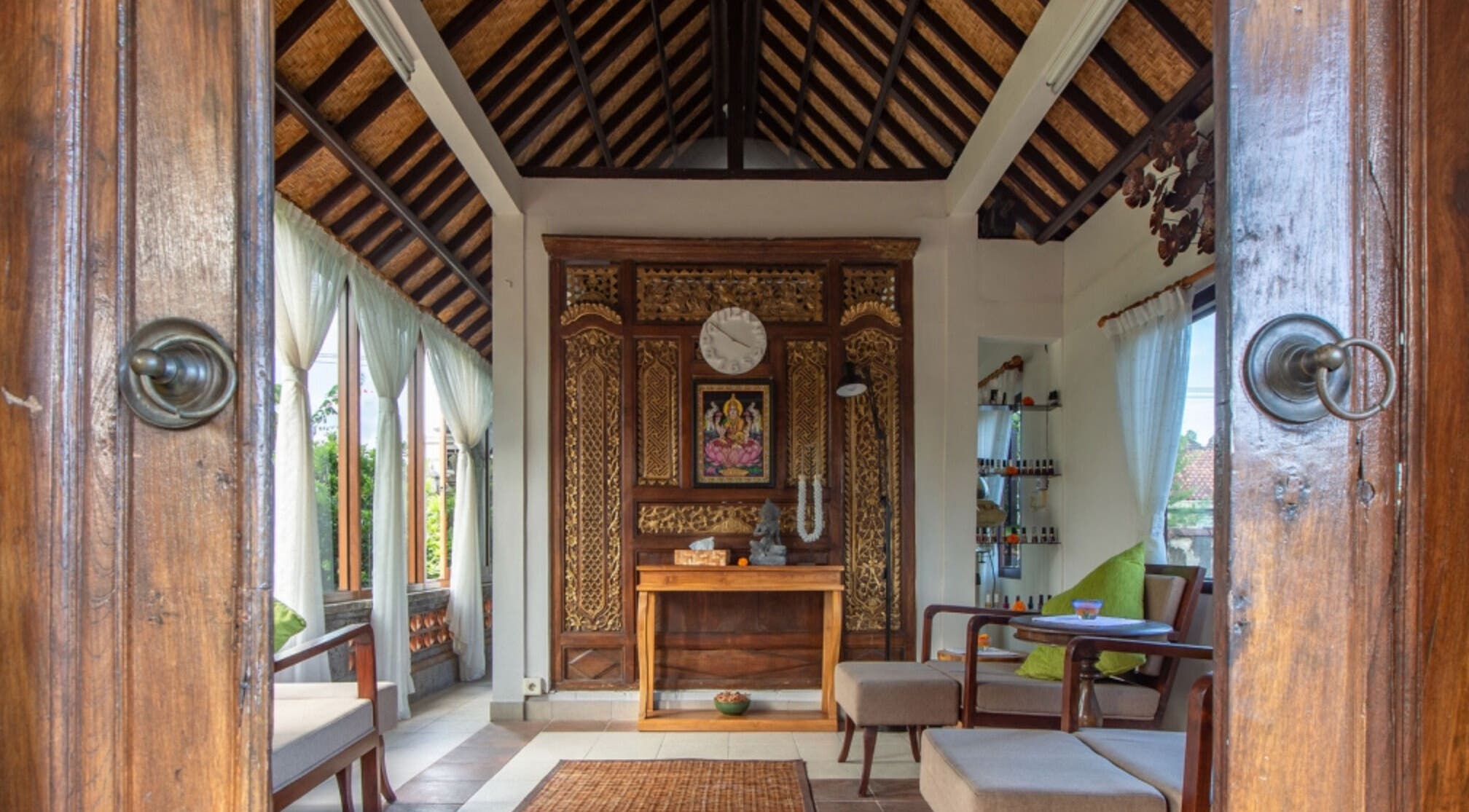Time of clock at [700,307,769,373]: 3:51
